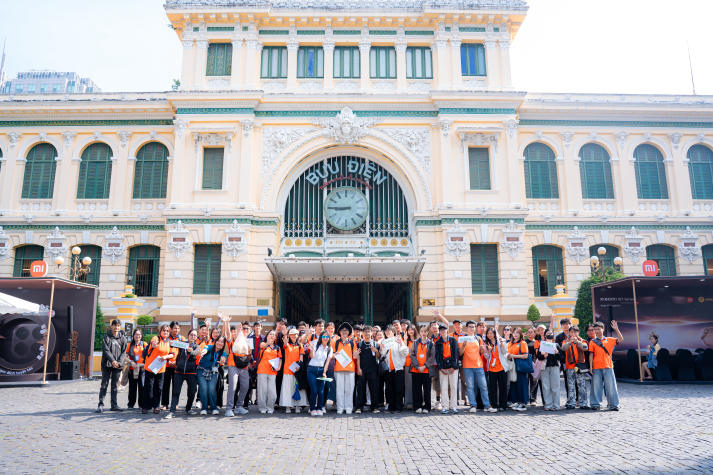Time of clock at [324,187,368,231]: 8:45
